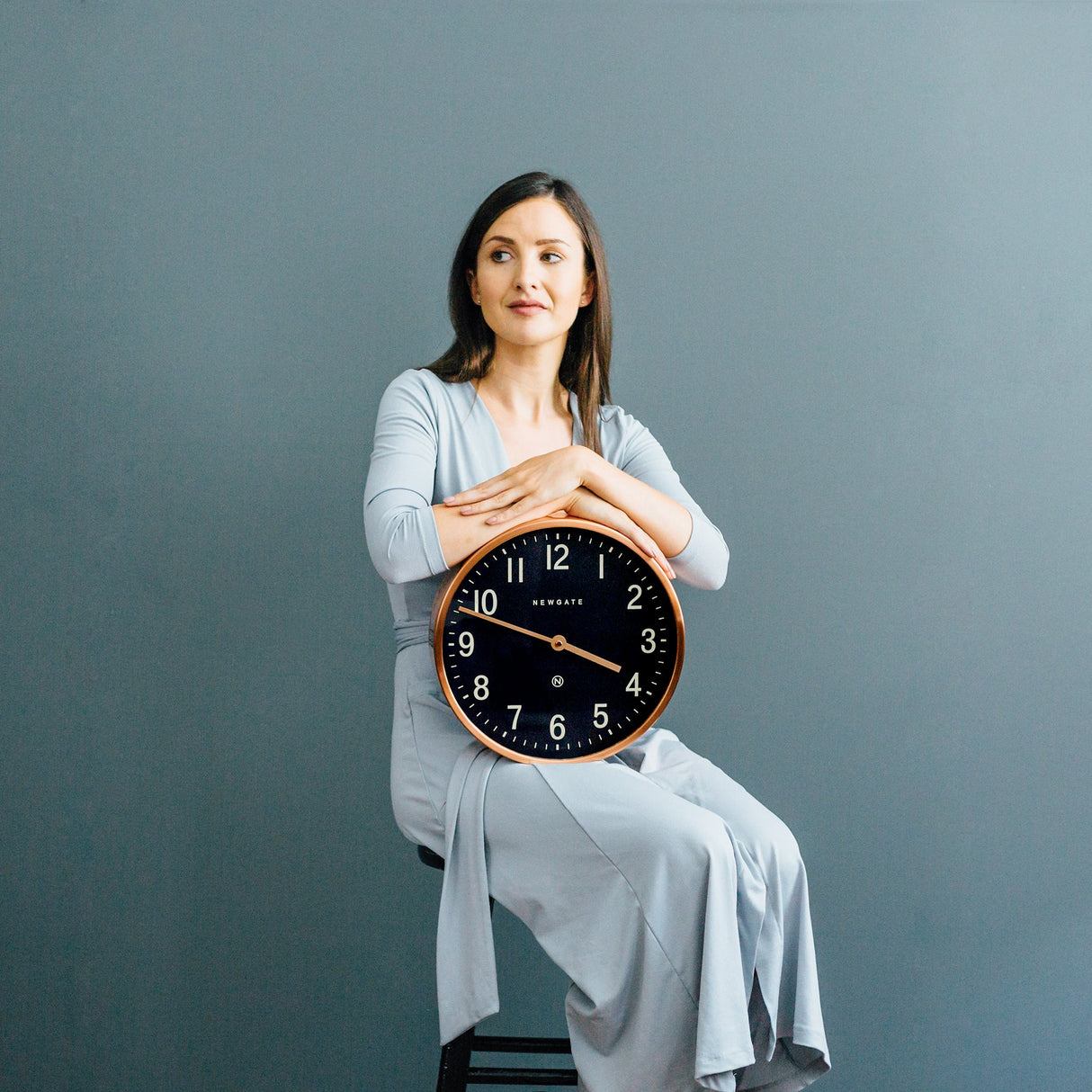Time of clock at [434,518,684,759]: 3:48
